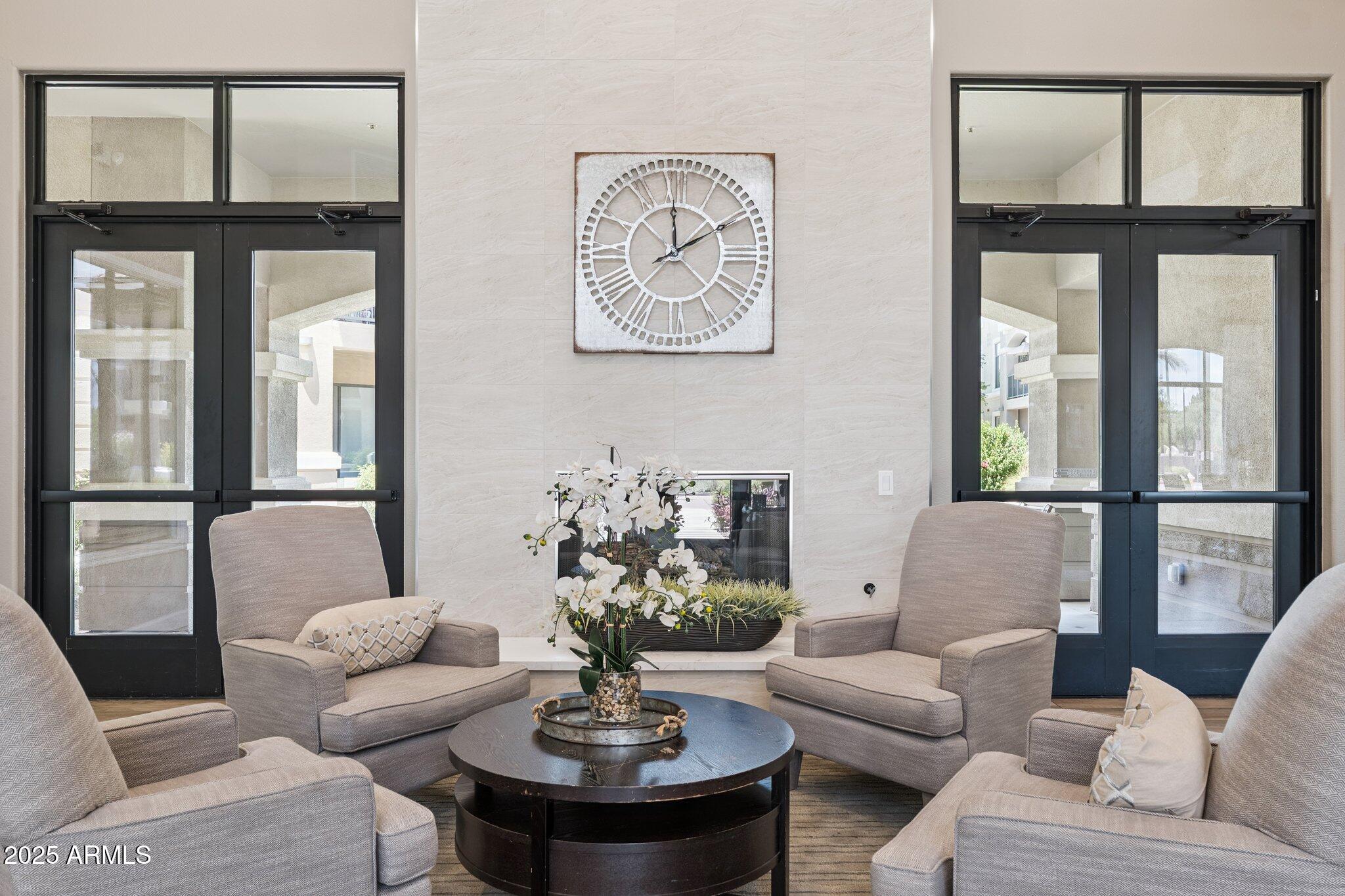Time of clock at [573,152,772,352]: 1:59
